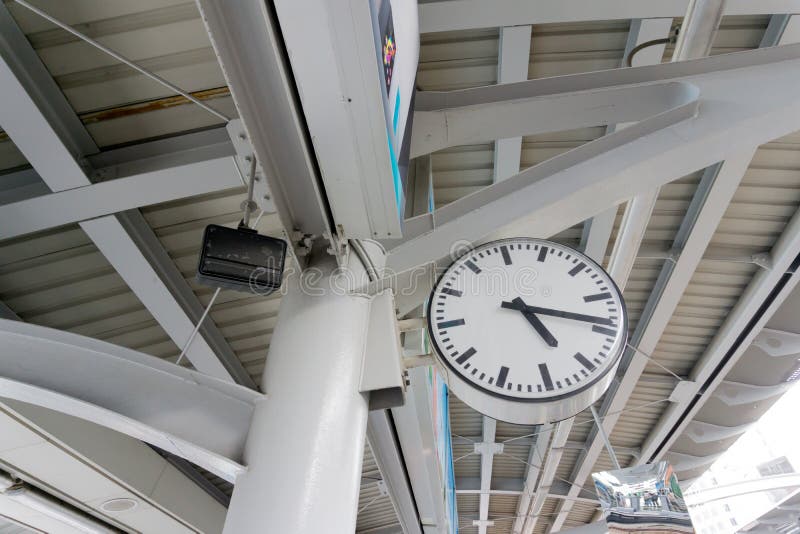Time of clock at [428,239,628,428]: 5:18
